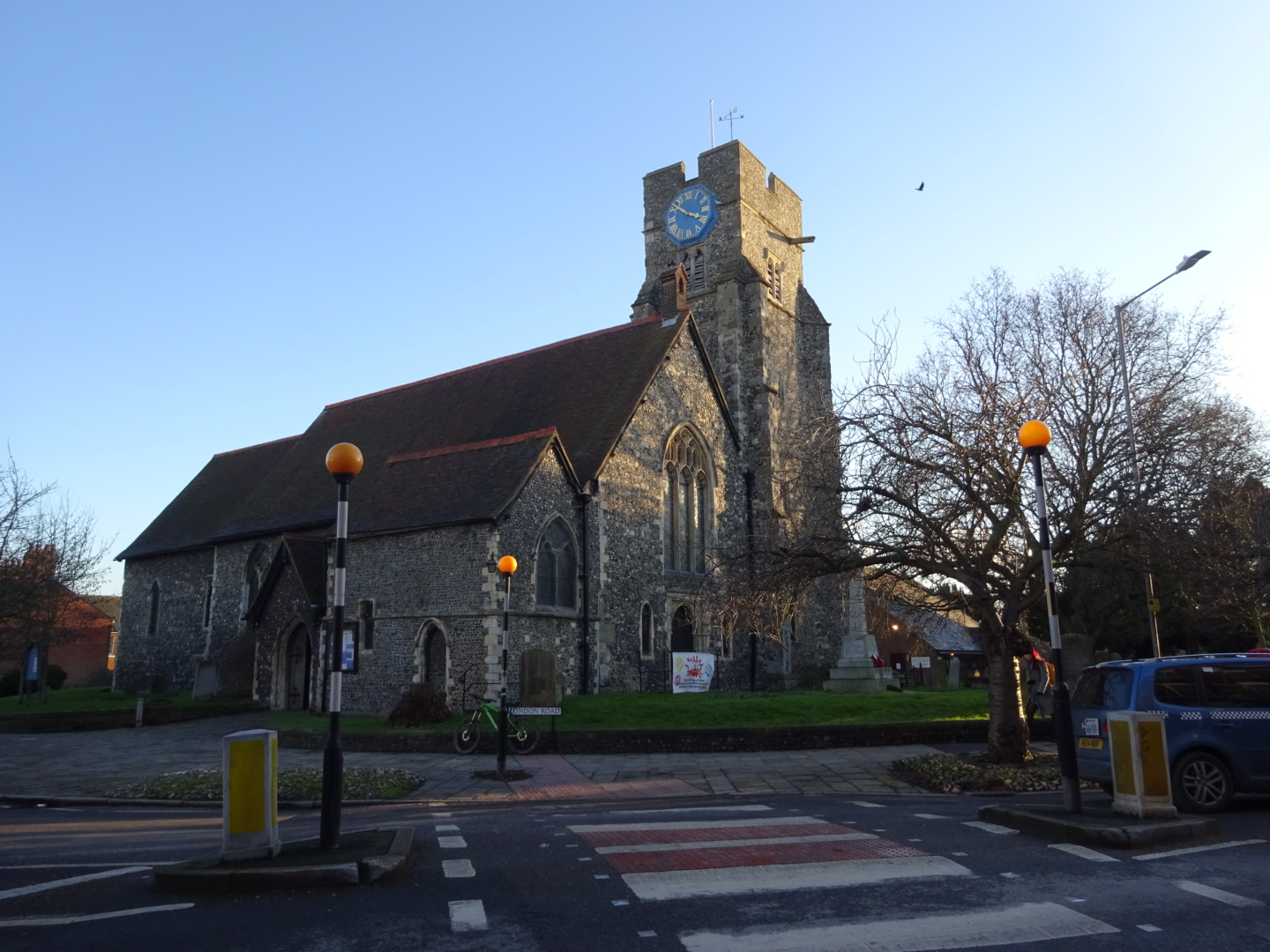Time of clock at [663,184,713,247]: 3:52
